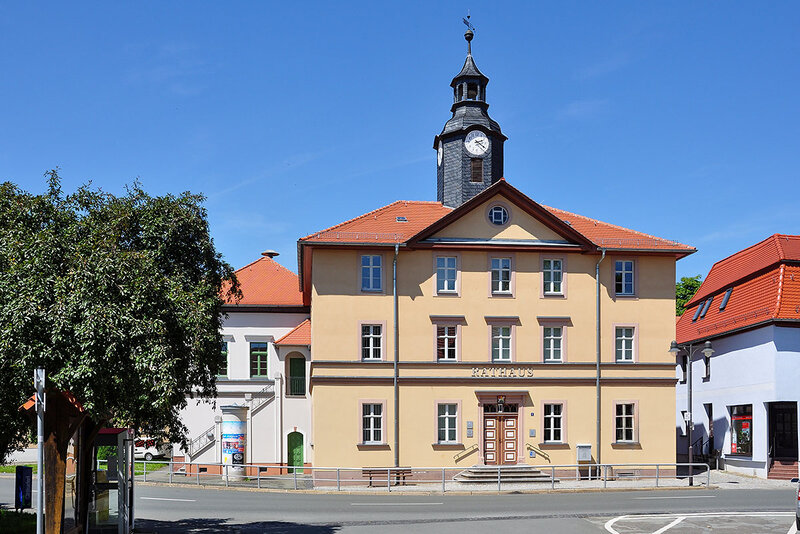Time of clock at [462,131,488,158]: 2:21
